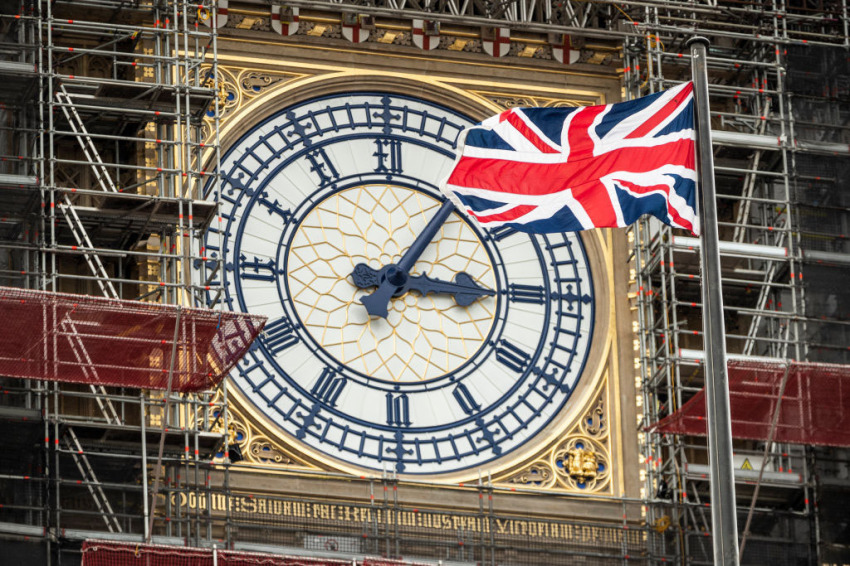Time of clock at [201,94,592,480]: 3:05
